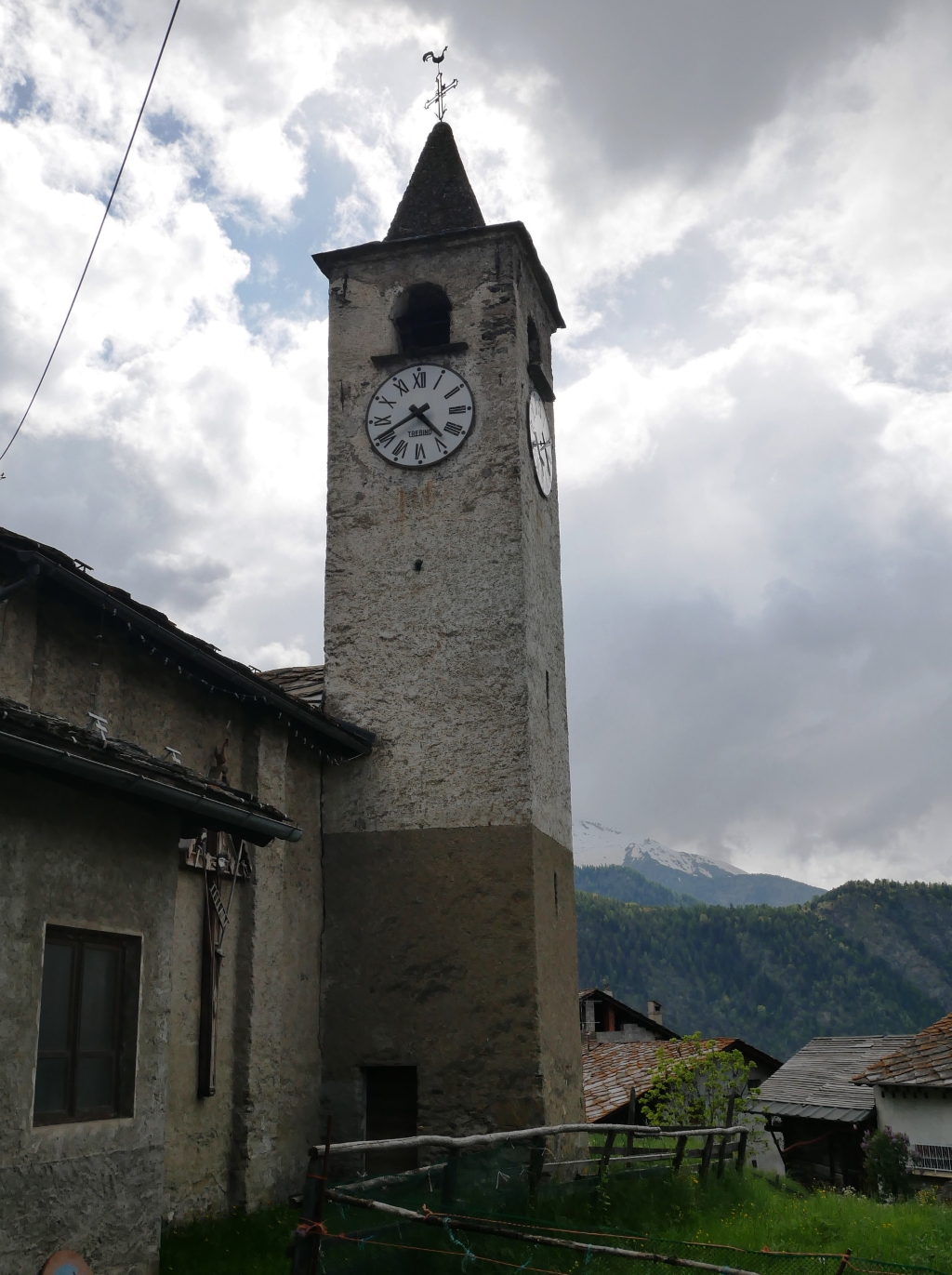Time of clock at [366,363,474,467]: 4:40
